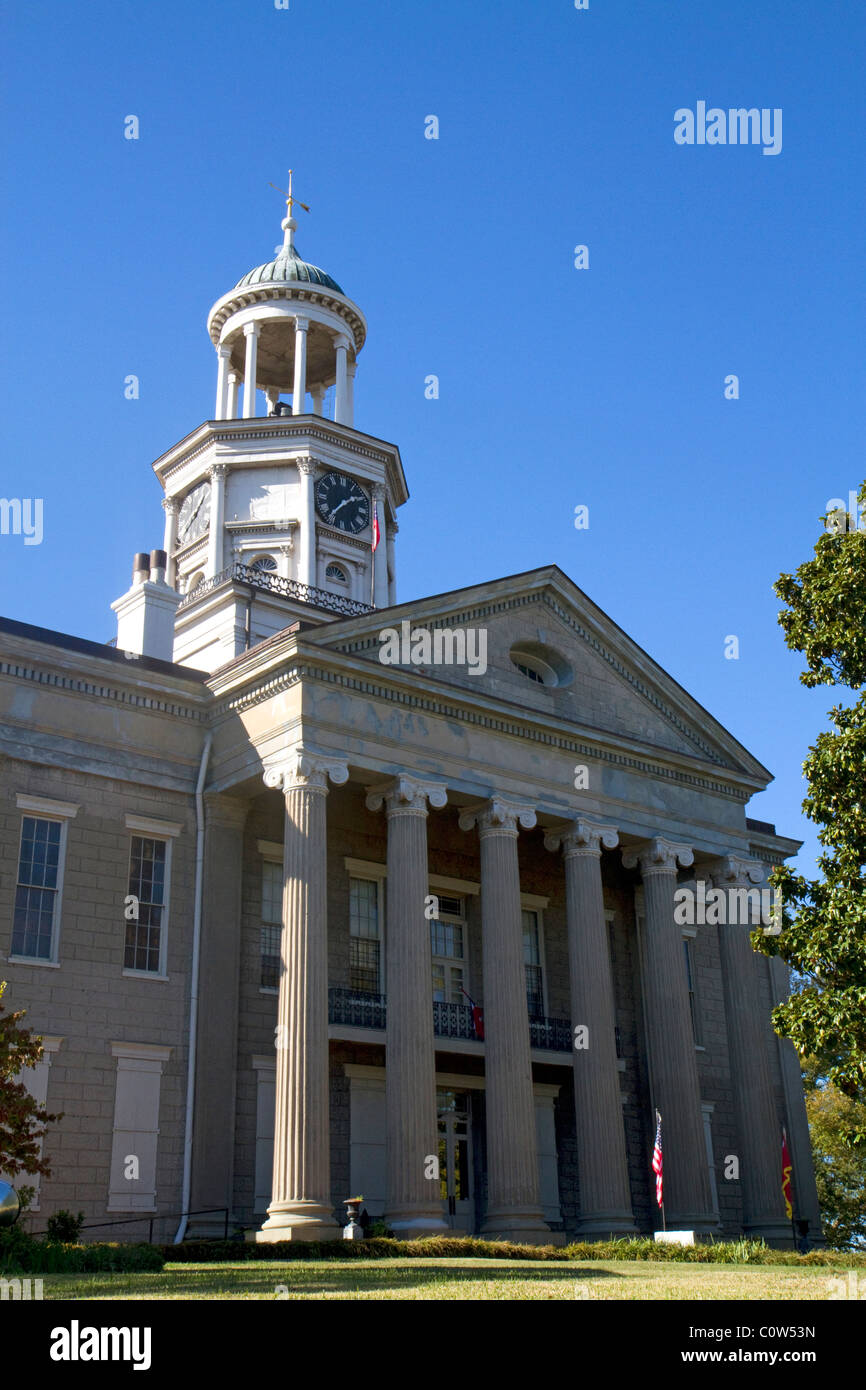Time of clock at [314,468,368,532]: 1:36
